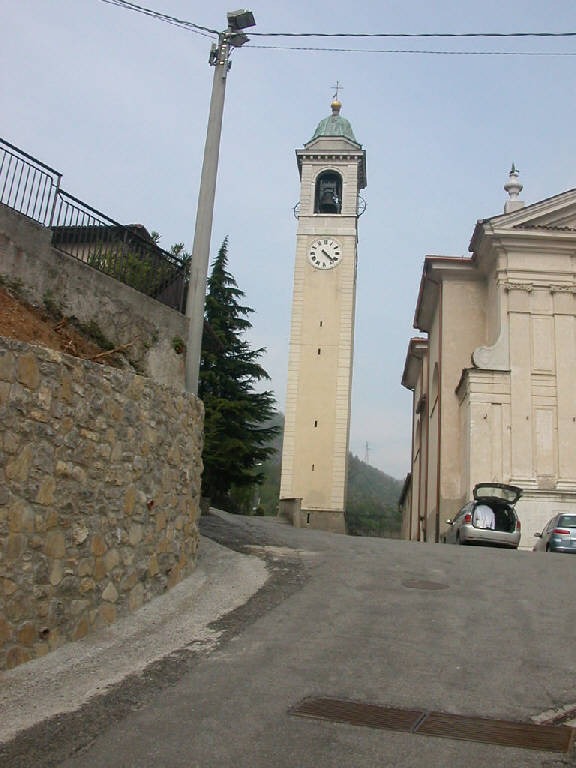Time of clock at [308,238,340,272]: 4:22
